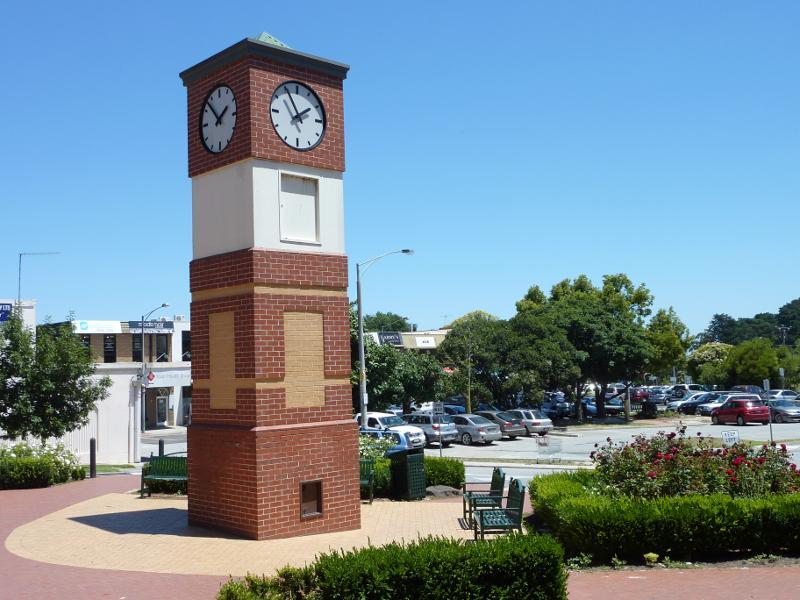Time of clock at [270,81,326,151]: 1:55
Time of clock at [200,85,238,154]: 1:52
